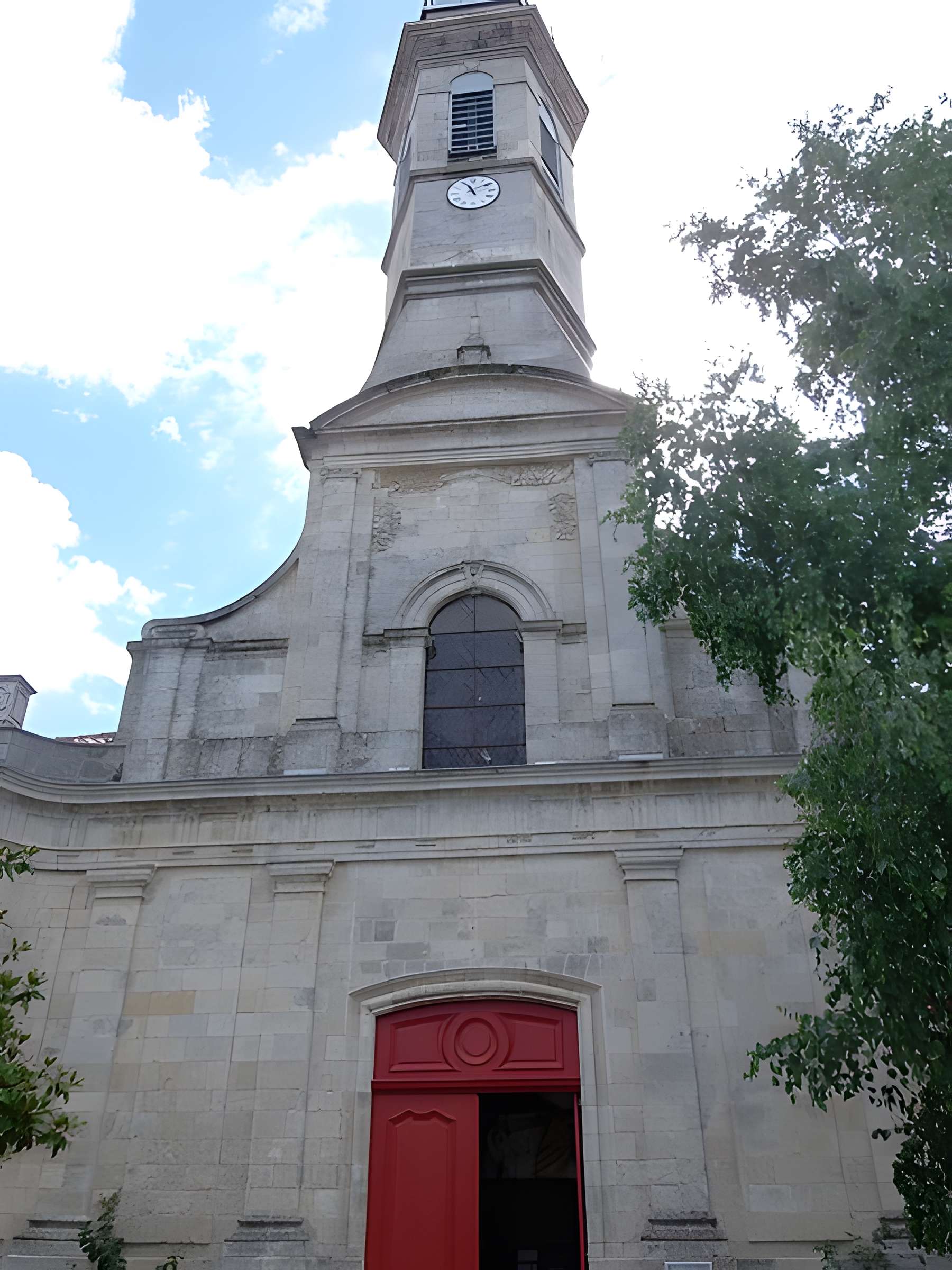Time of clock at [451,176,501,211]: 11:09
